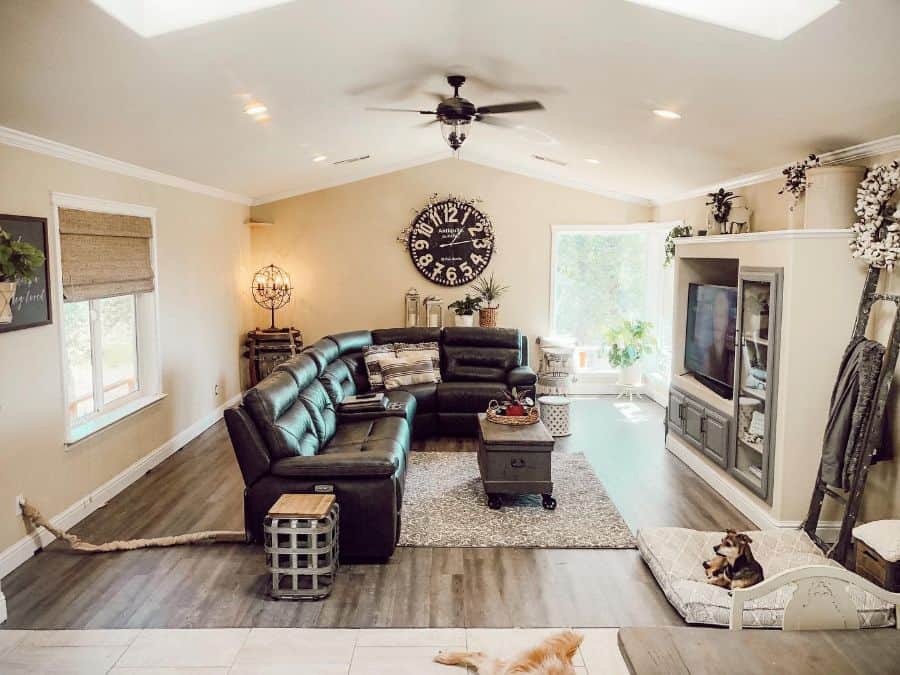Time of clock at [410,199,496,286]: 1:13
